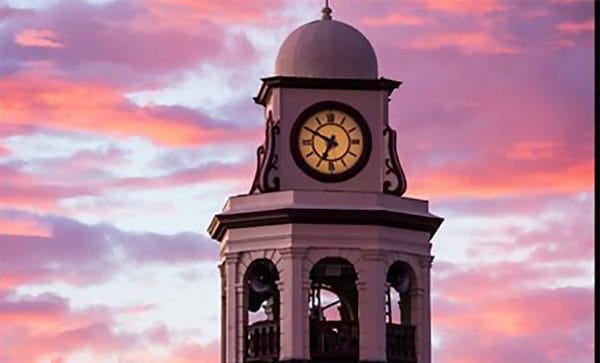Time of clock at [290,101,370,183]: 6:49
